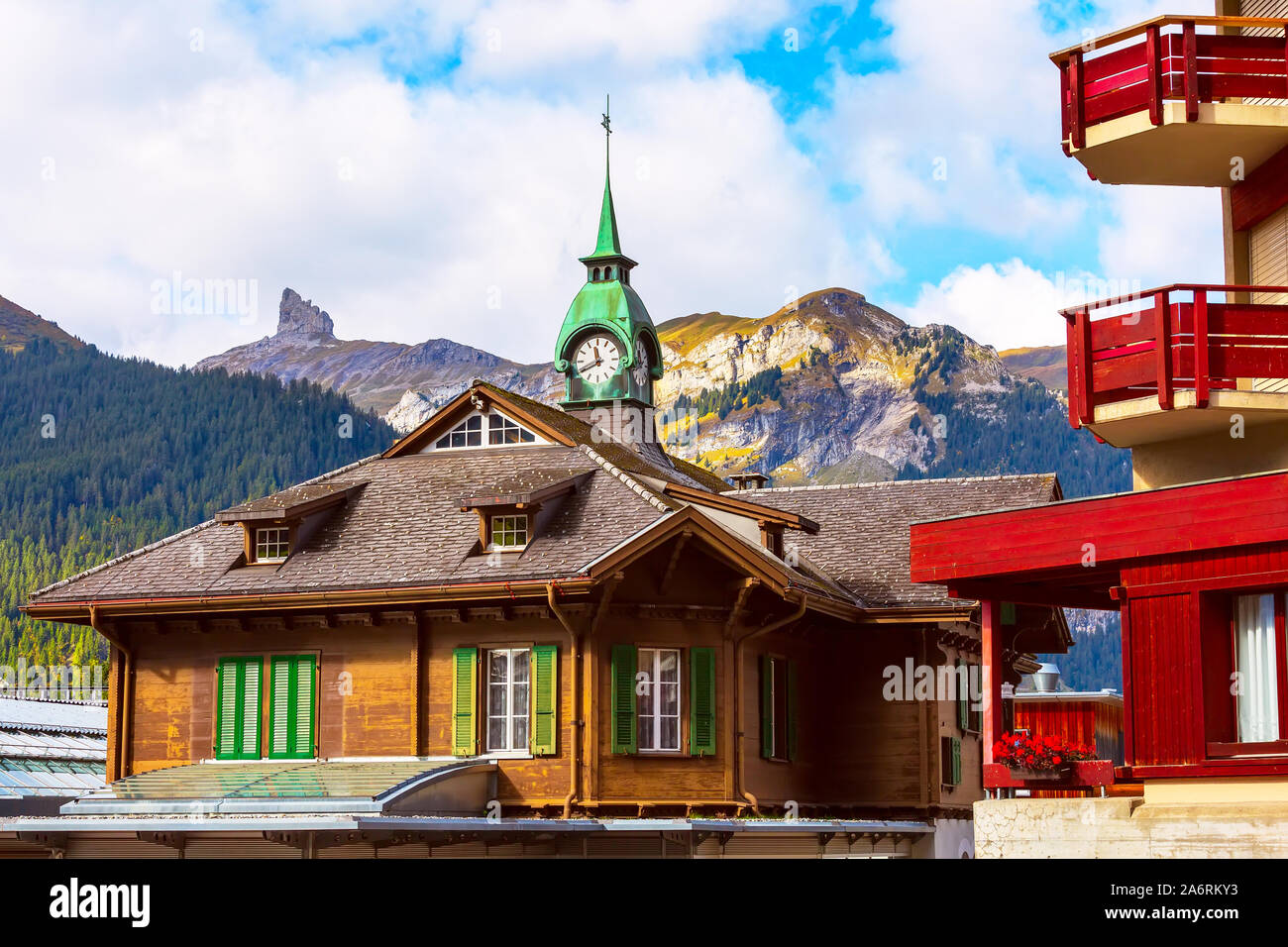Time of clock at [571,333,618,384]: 11:40
